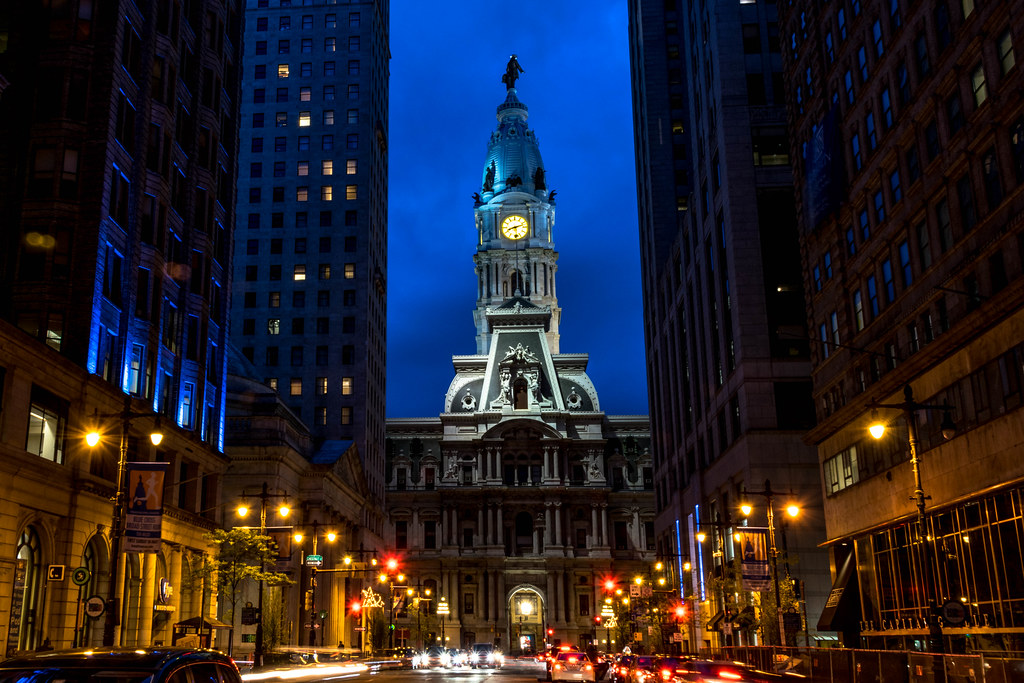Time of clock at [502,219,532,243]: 8:12
